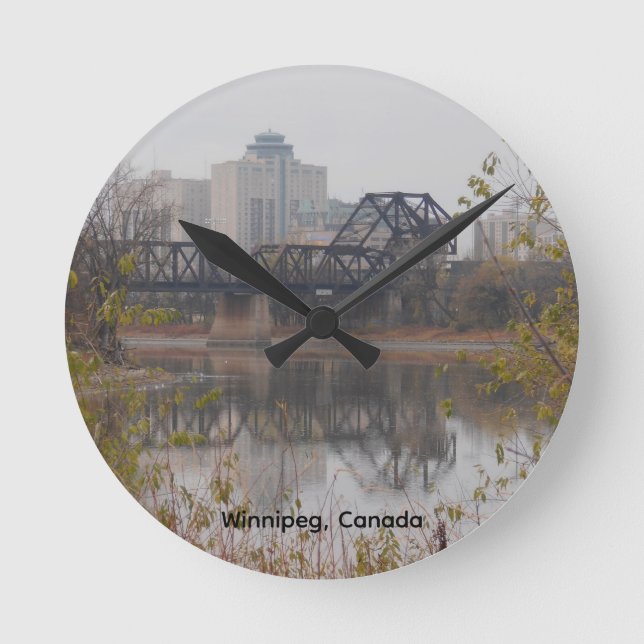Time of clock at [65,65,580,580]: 10:07
